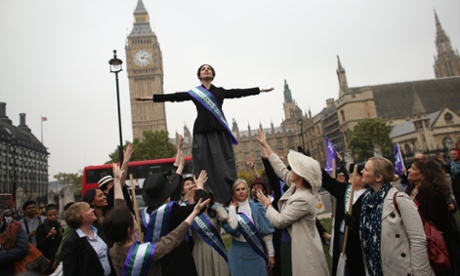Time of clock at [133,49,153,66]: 1:17
